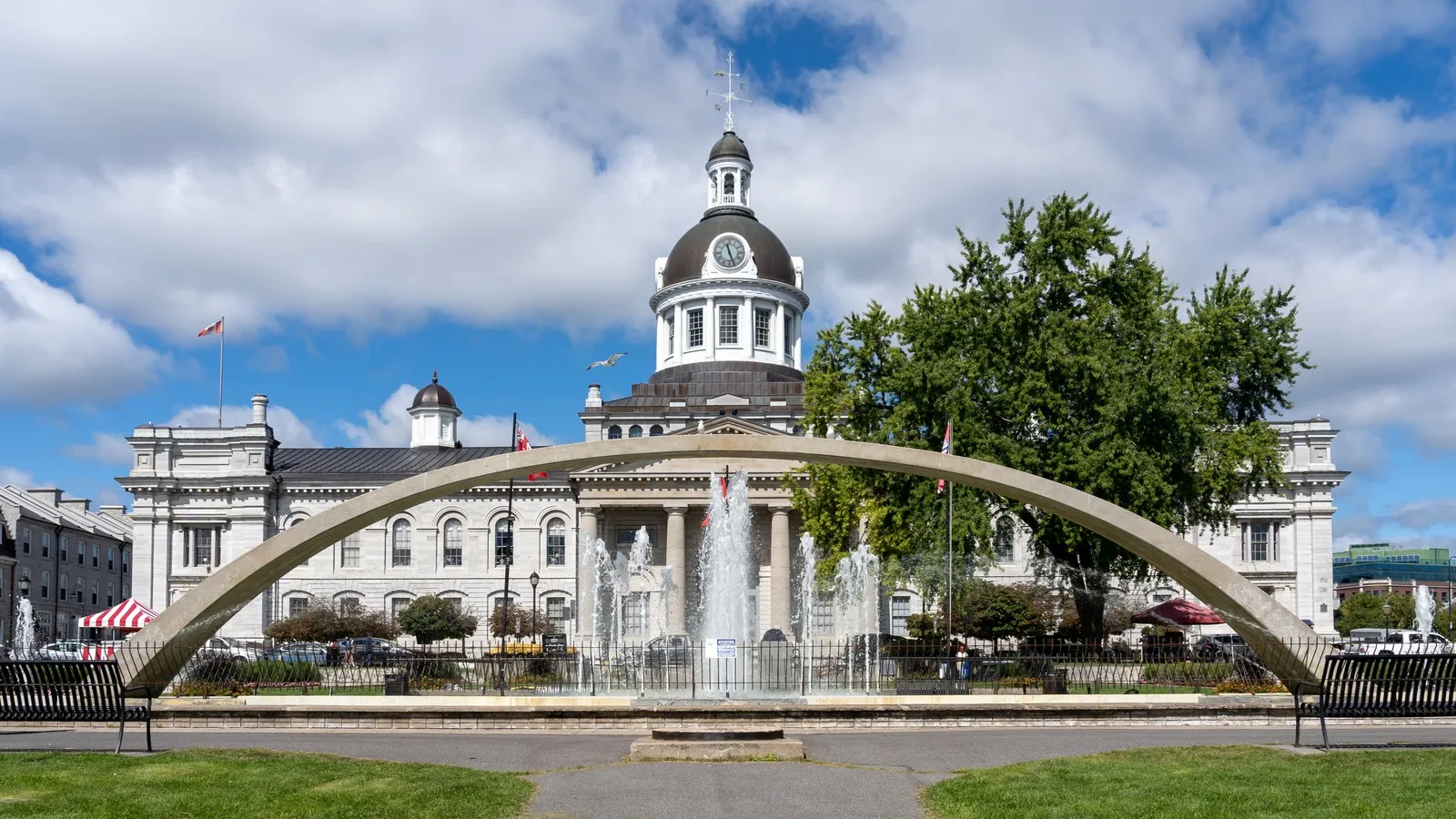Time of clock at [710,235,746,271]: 11:26
